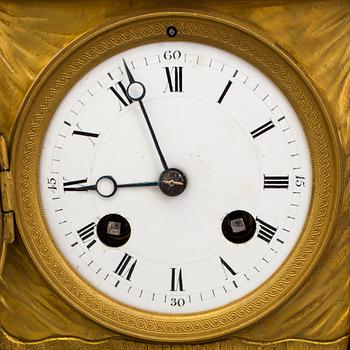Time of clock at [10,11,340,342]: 8:56
